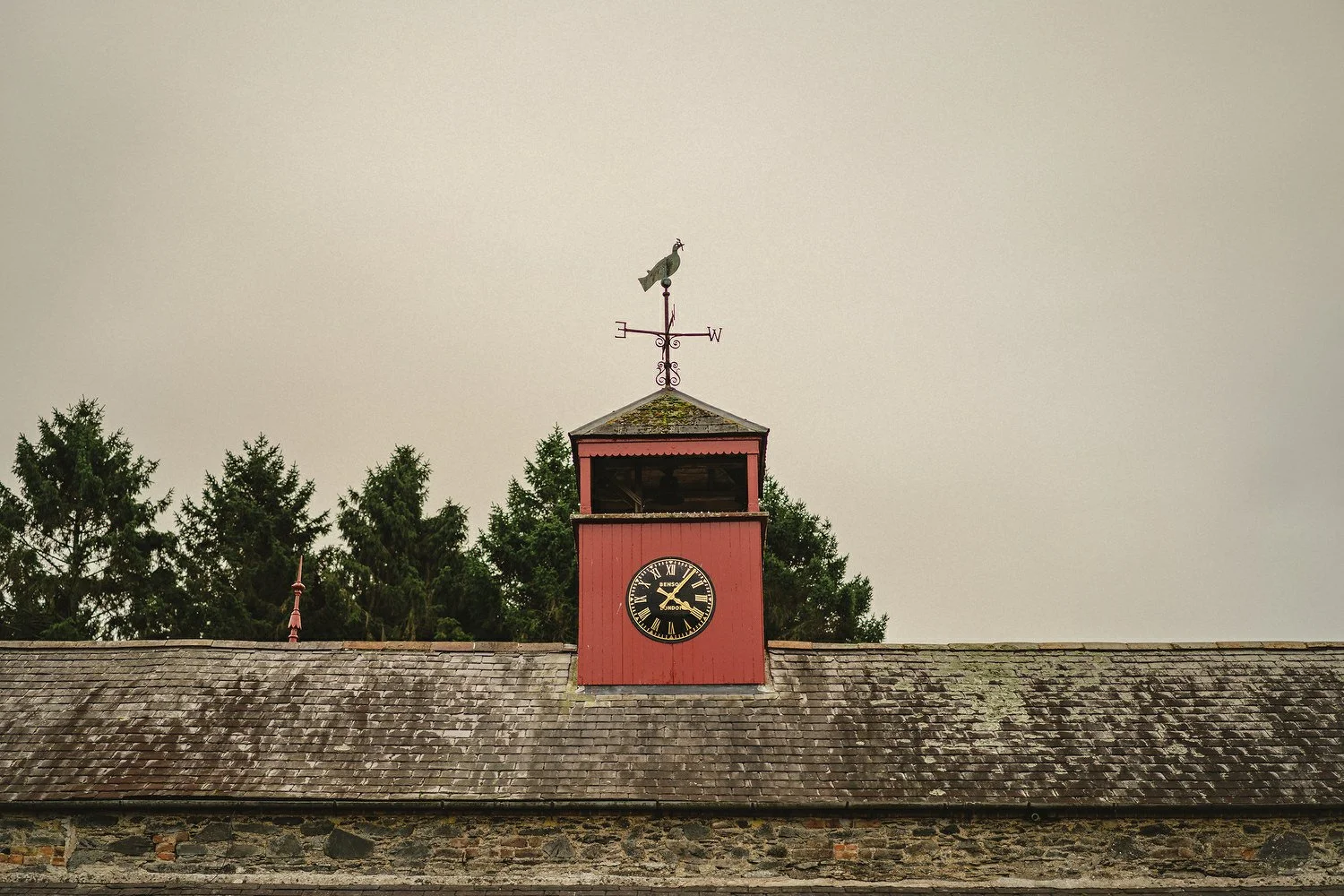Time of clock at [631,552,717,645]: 4:06
